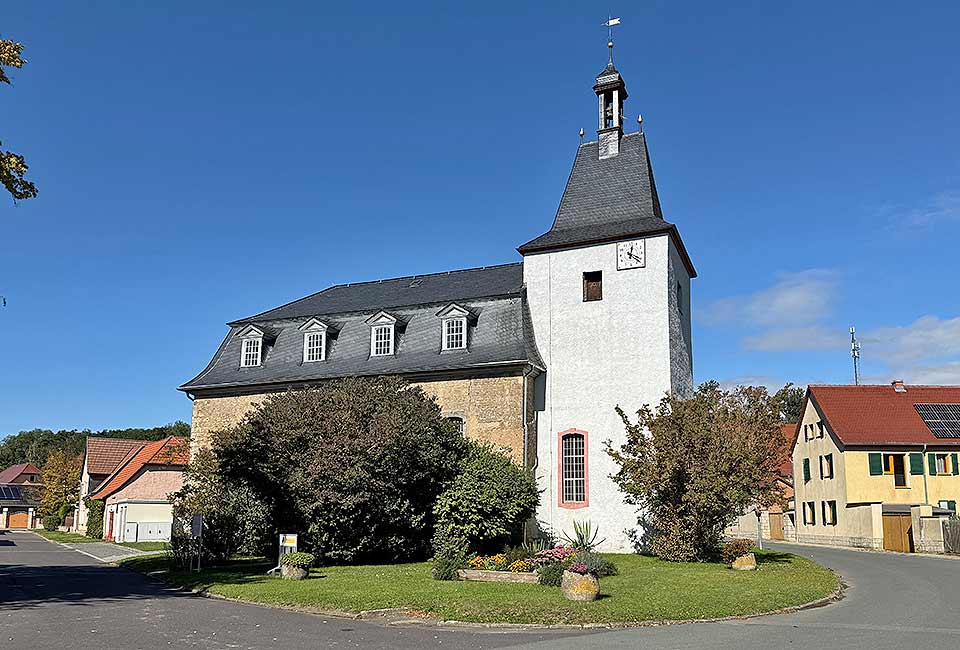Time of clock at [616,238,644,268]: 12:21
